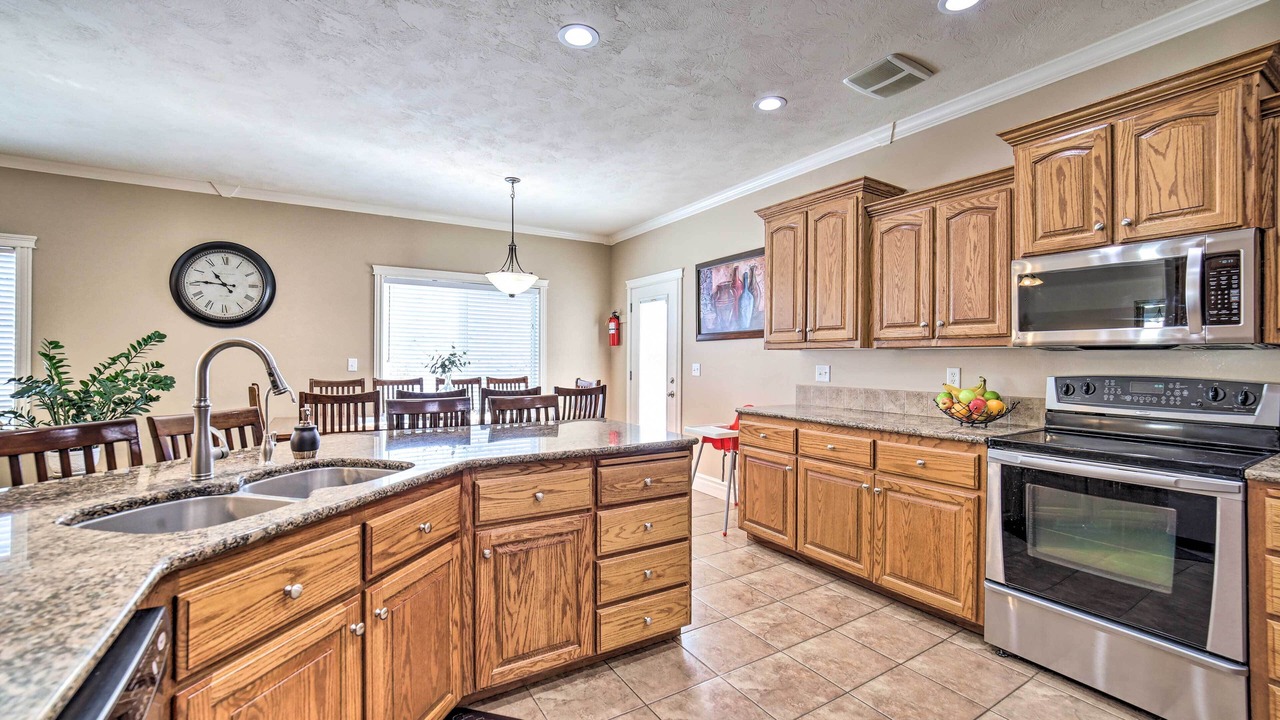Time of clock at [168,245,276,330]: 10:45
